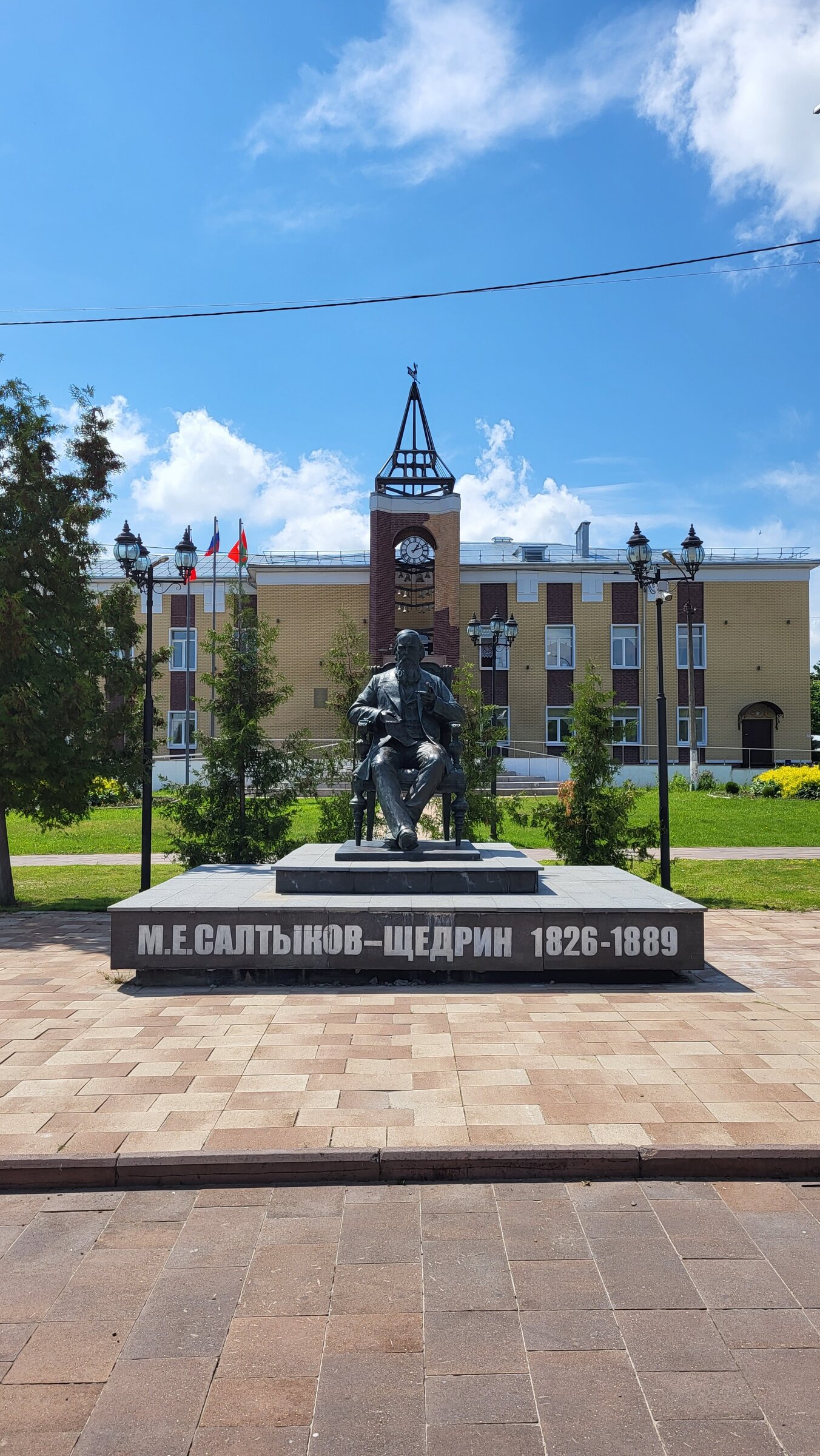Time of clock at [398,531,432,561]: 1:11
